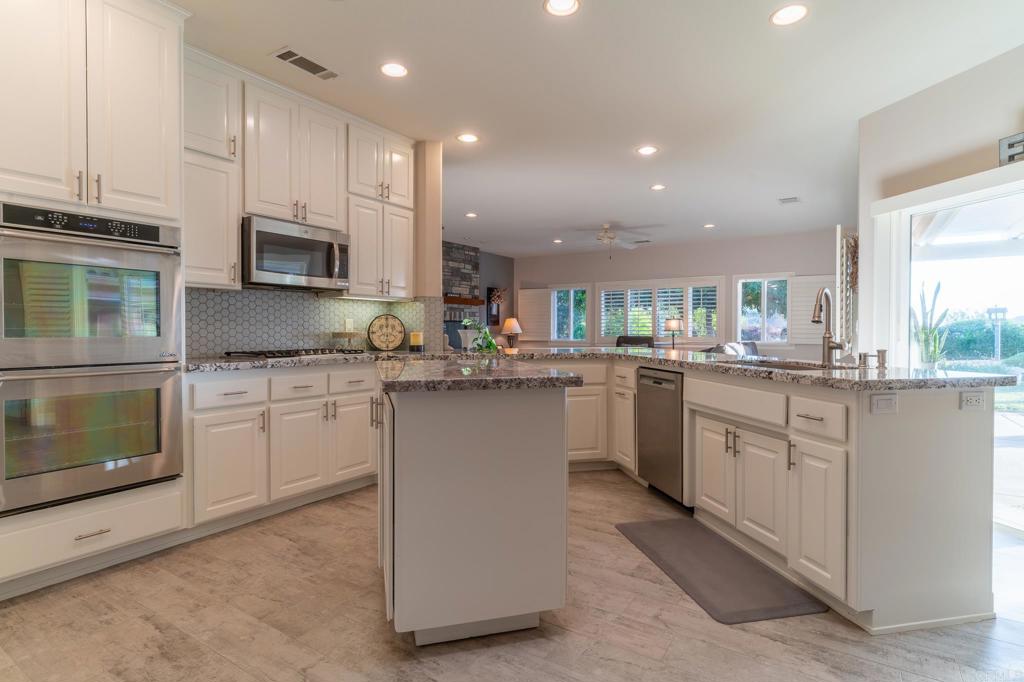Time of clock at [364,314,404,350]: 5:59
